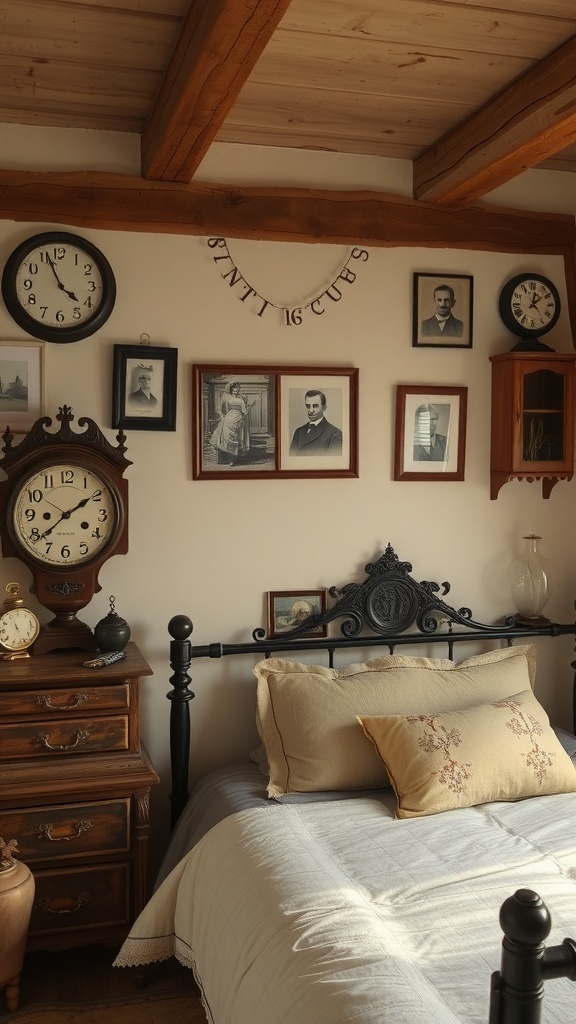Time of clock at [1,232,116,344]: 3:56
